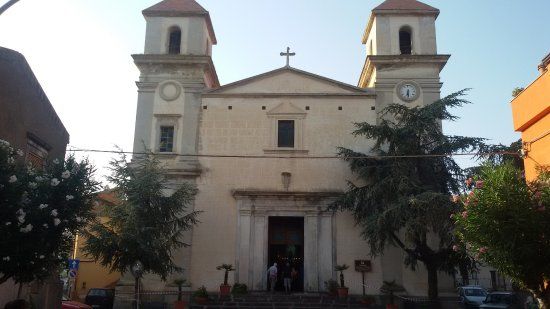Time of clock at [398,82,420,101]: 6:29
